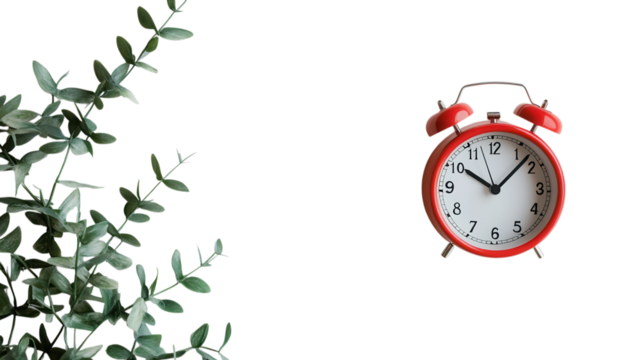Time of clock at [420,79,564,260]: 10:07
